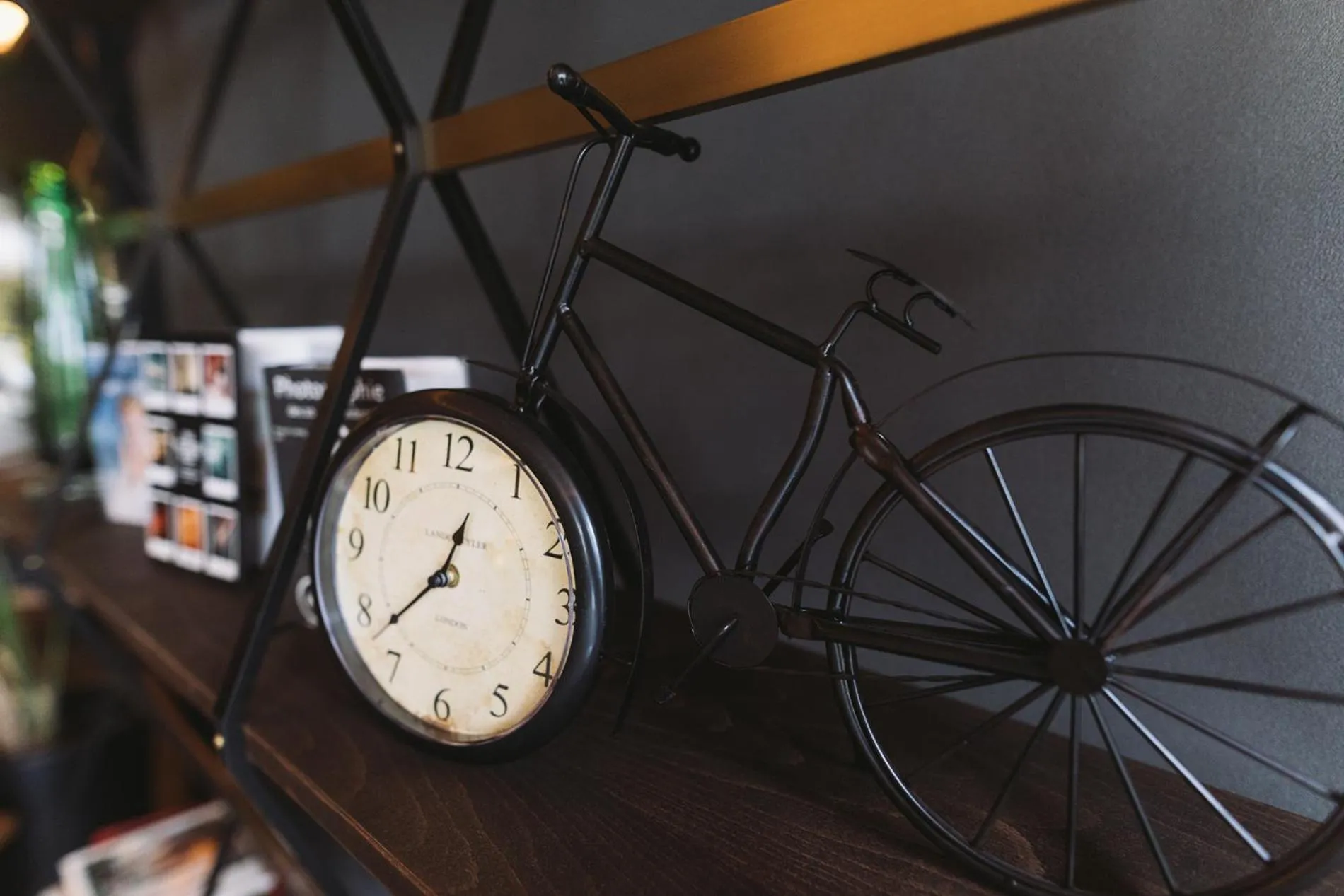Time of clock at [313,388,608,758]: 12:37
